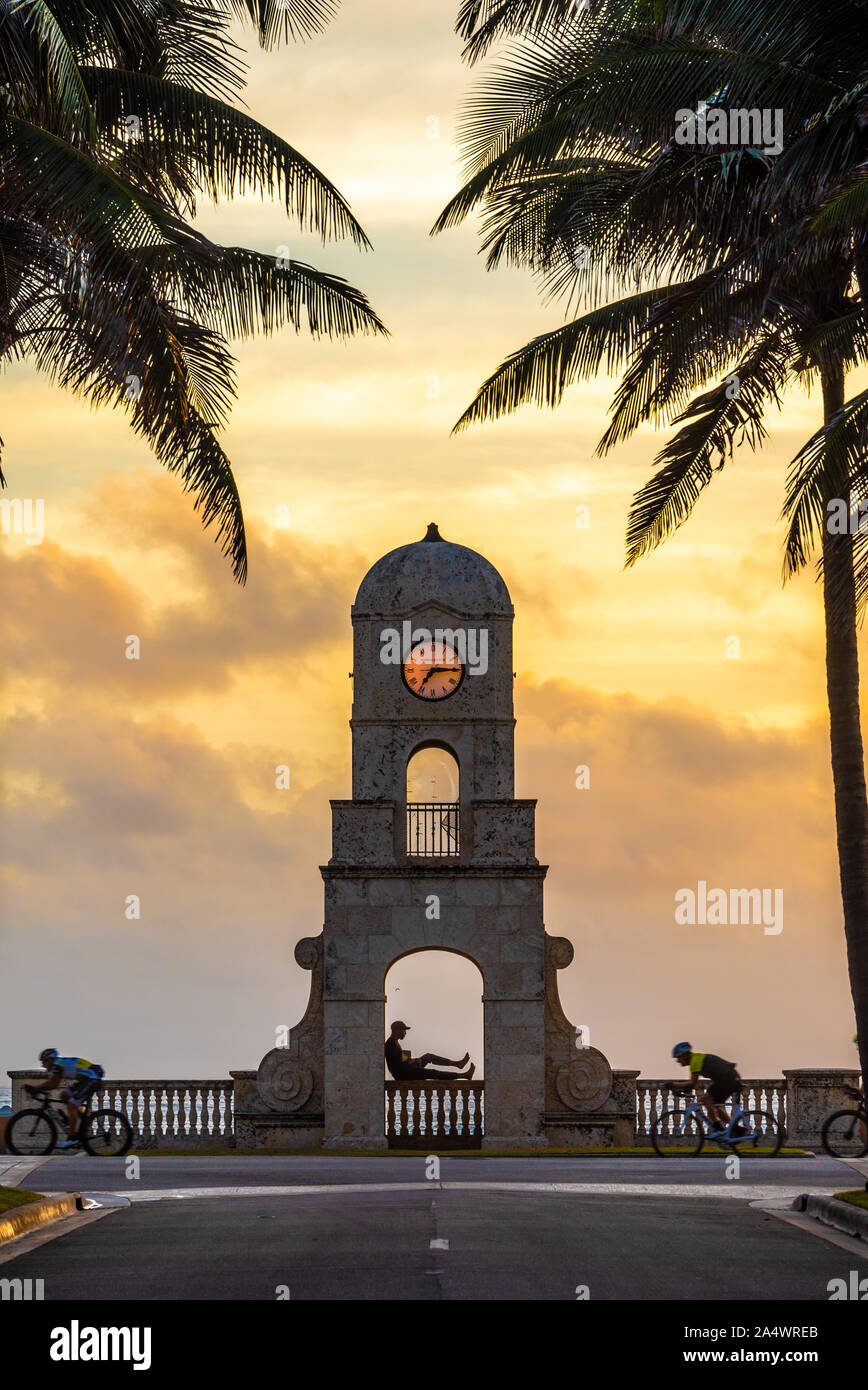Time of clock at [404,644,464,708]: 7:15
